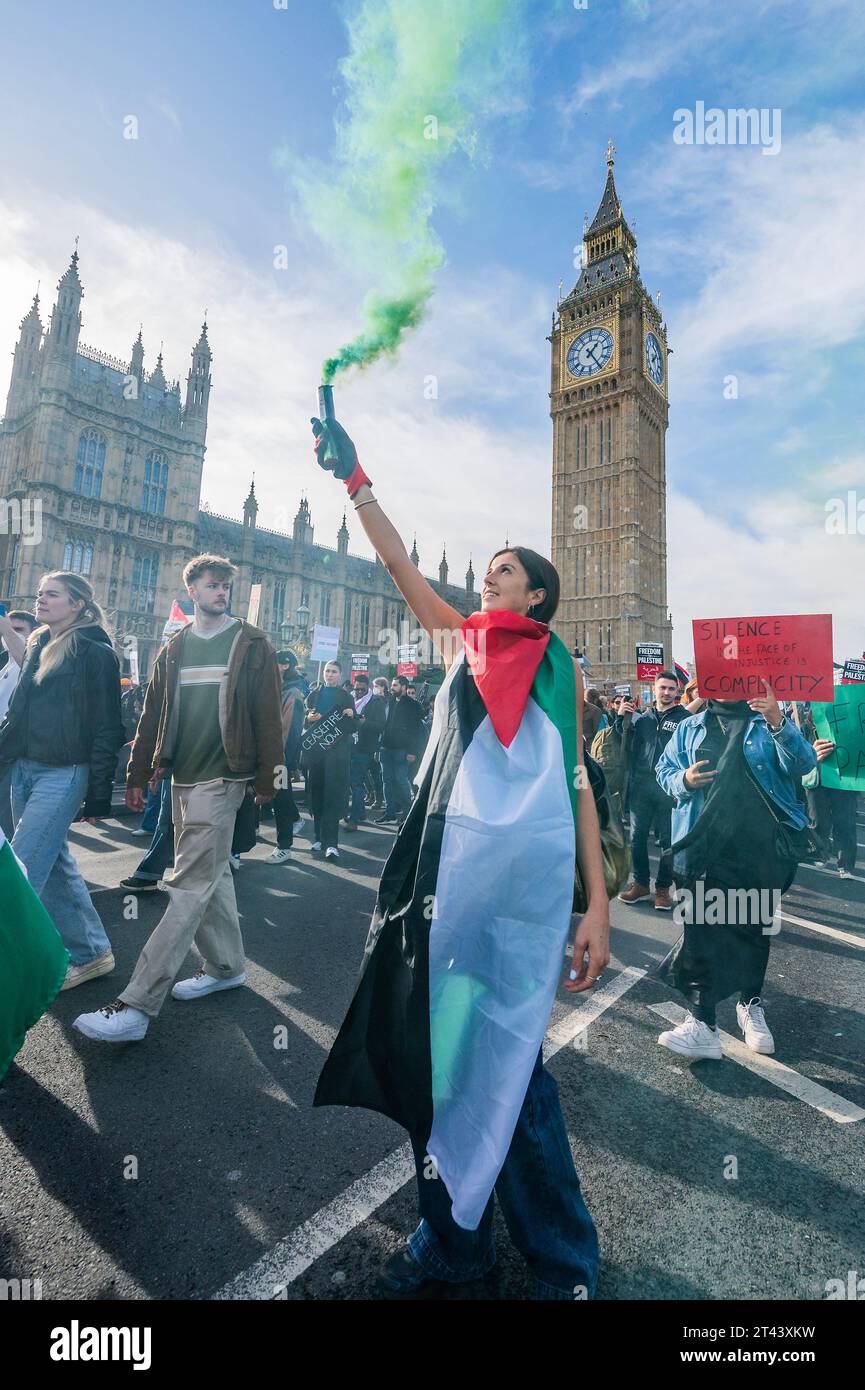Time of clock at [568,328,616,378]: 1:24
